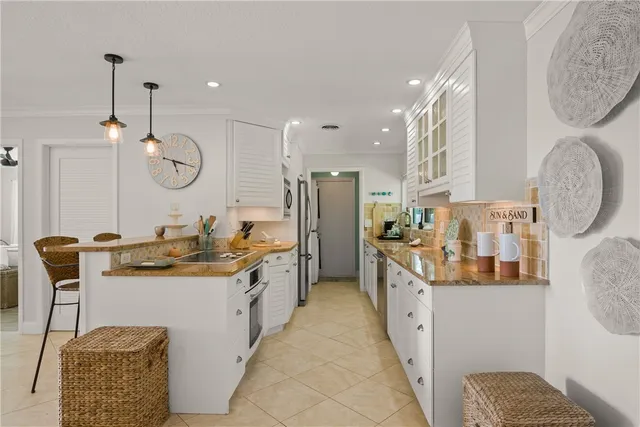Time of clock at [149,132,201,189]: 5:17
